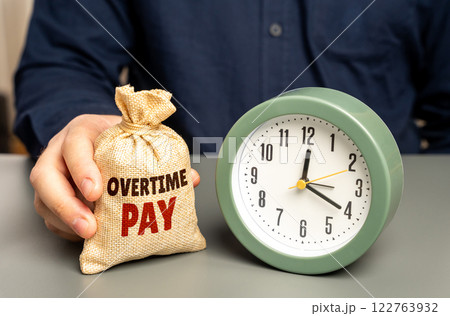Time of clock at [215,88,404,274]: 12:19
